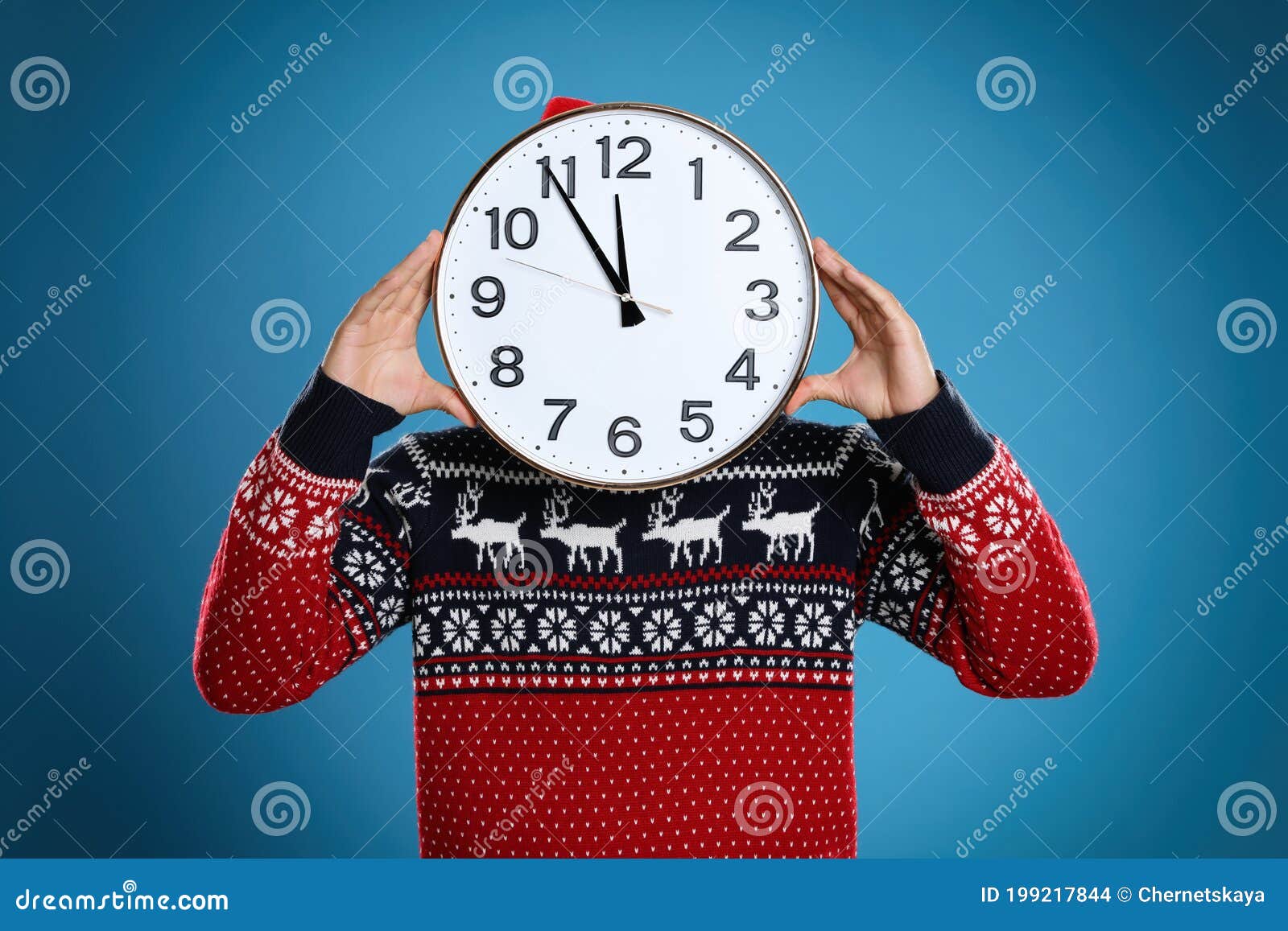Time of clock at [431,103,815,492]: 11:54
